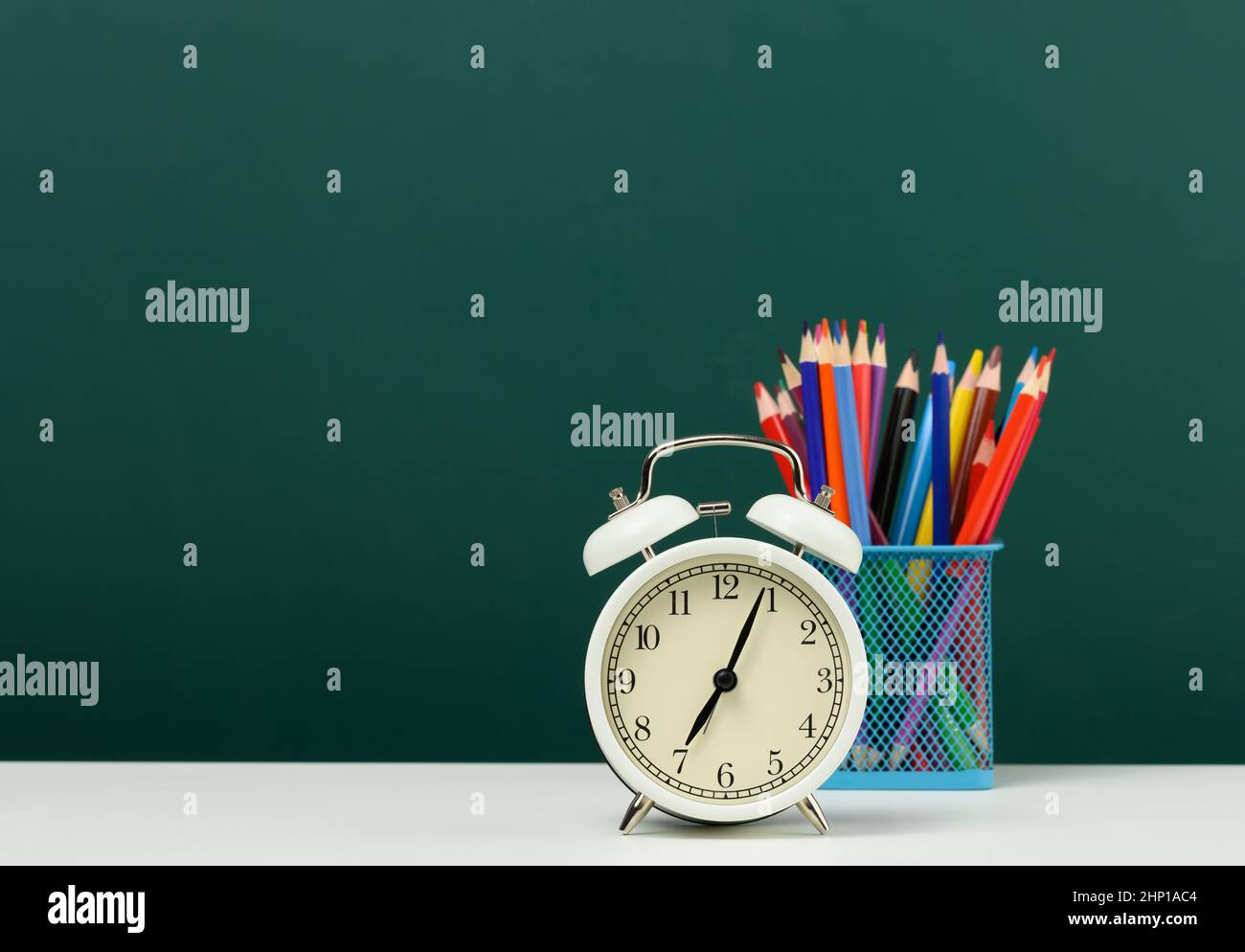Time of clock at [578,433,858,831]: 7:04
